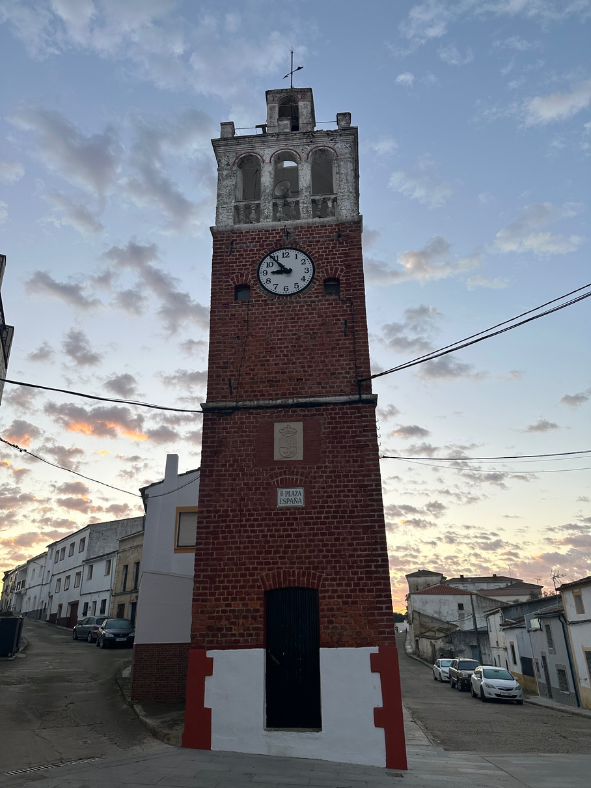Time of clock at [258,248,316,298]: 8:53
